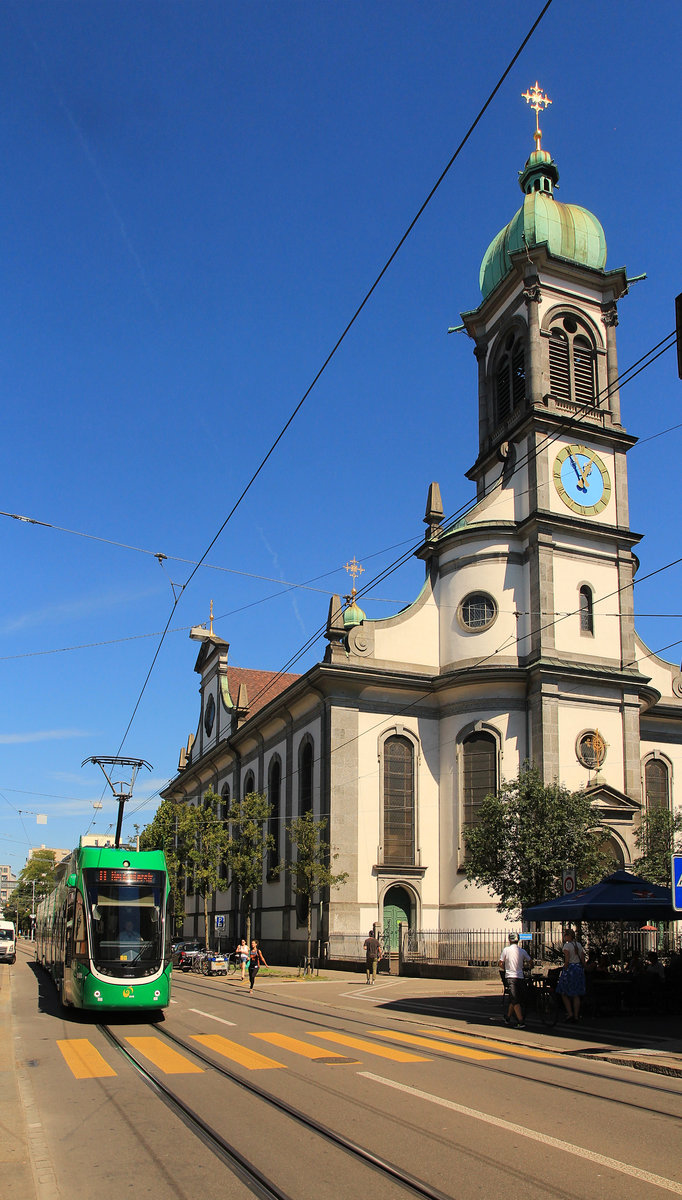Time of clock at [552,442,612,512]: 12:55
